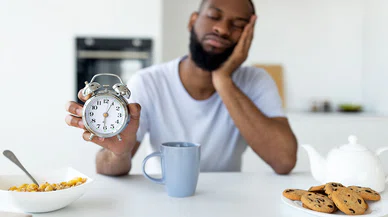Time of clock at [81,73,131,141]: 6:04
